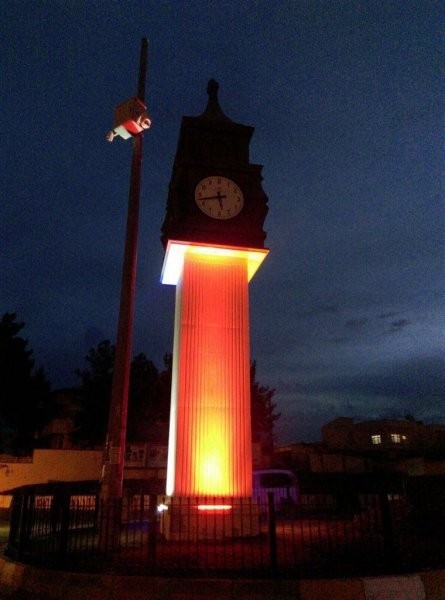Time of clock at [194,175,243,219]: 5:42
